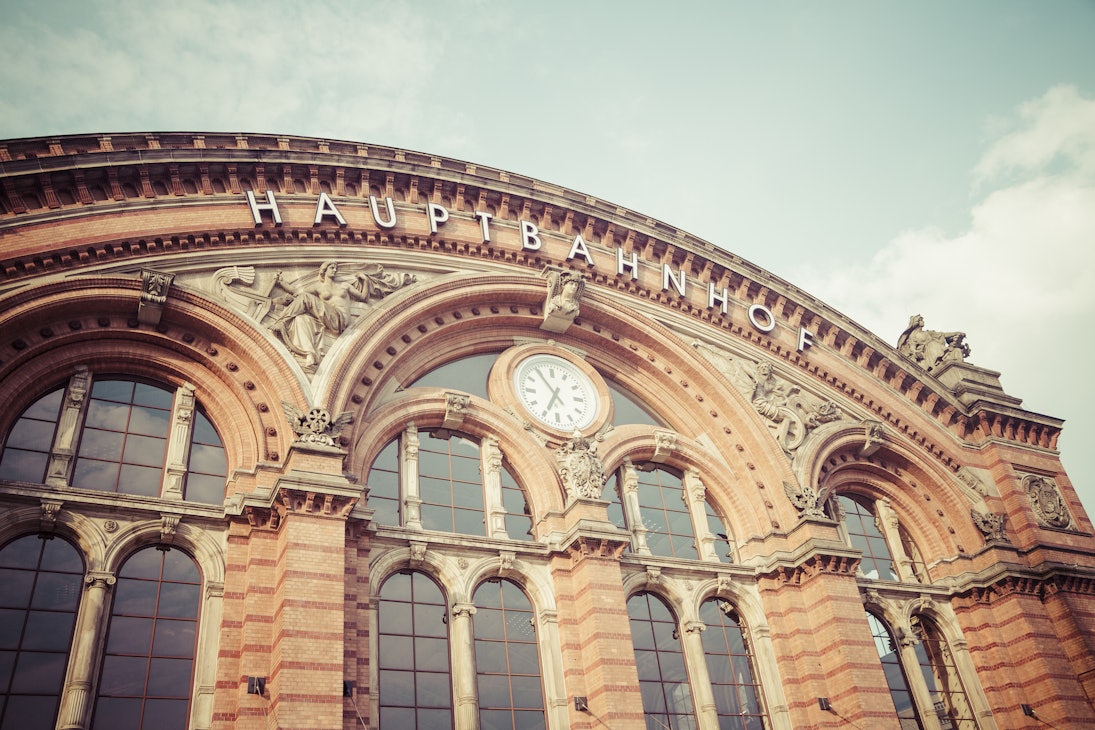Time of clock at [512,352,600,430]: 6:54
